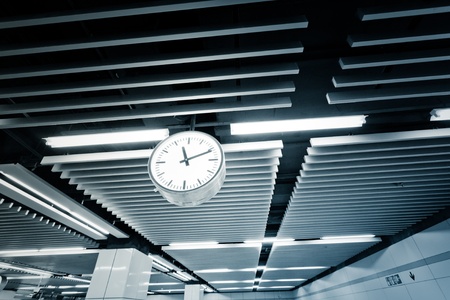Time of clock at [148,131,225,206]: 11:11
